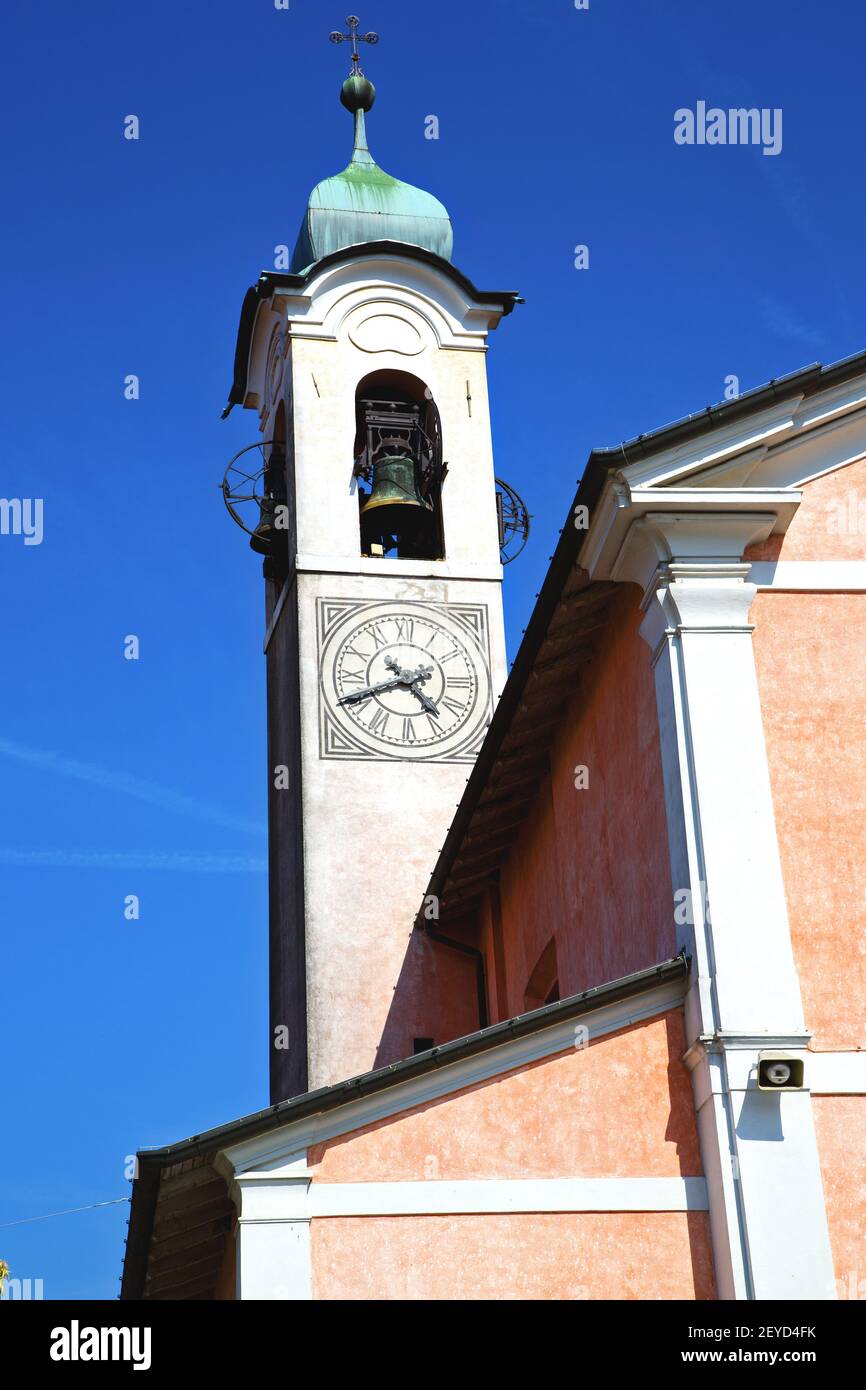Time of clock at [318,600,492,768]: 4:41
